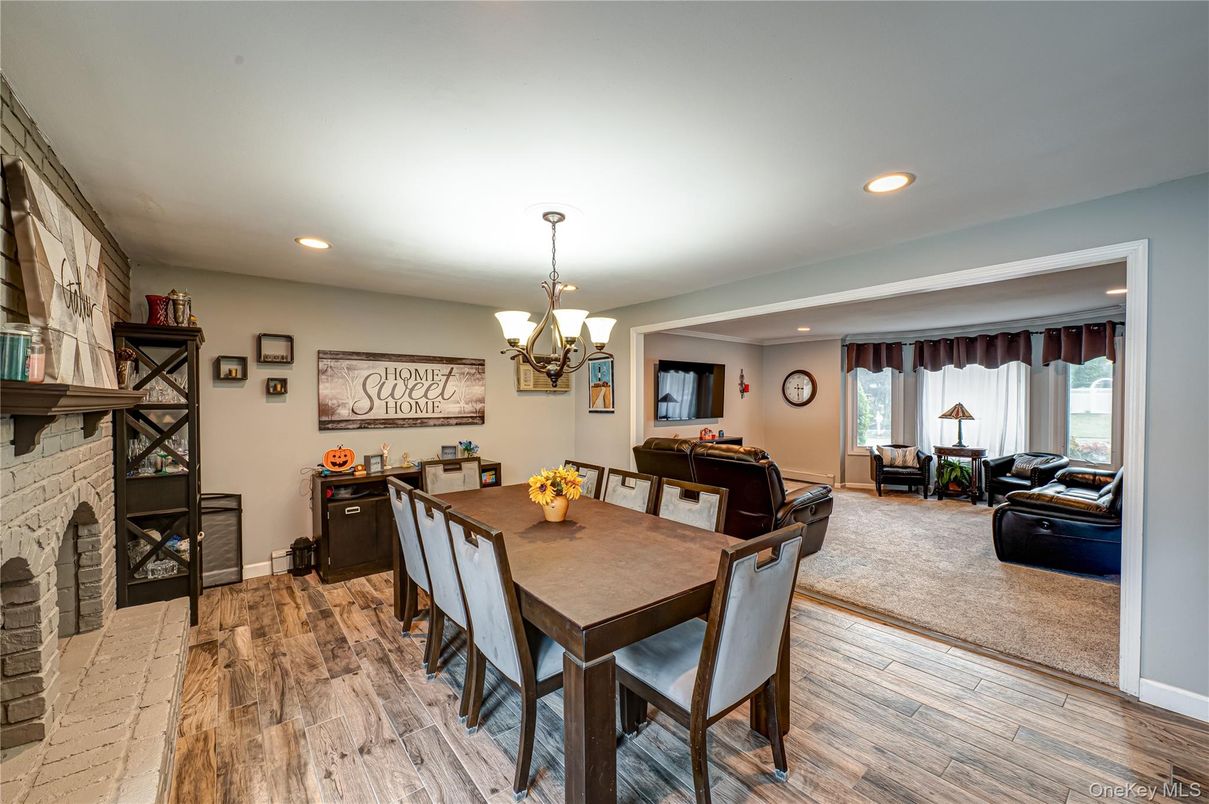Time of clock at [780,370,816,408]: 3:29
